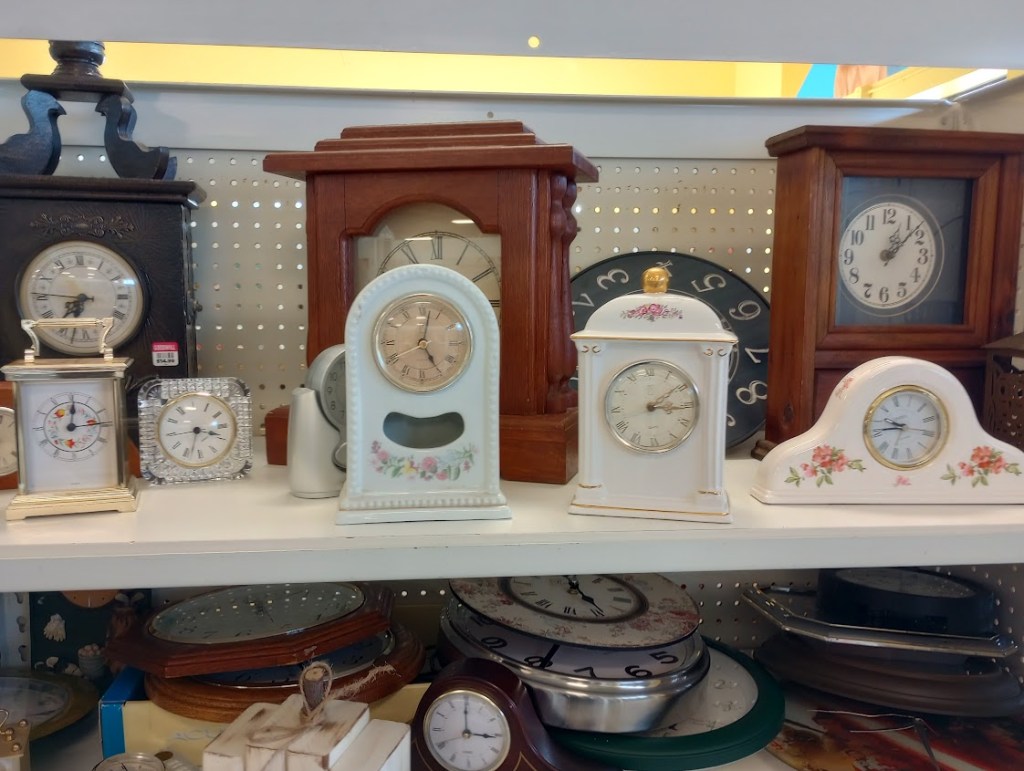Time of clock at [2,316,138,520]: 12:14
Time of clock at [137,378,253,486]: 3:32
